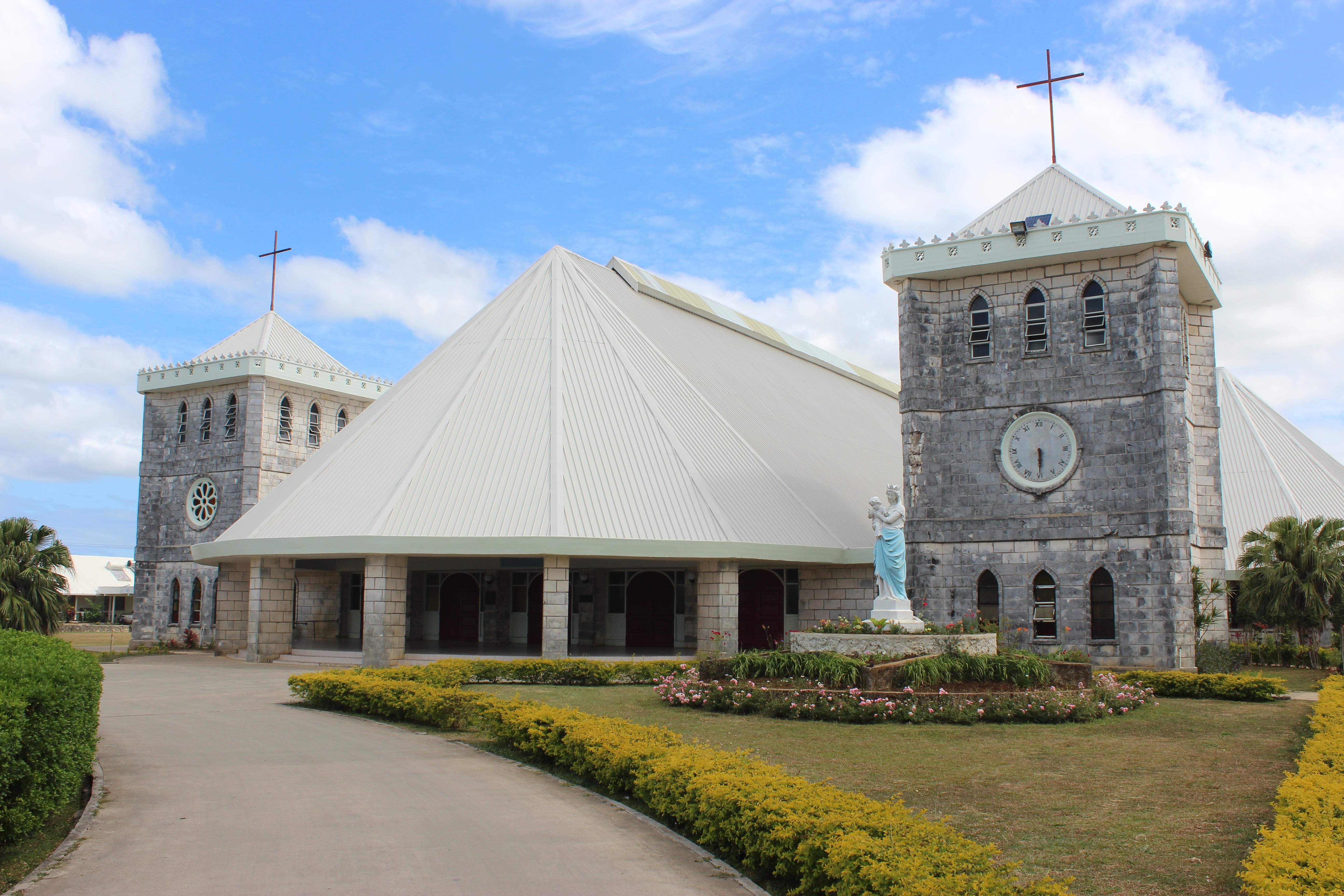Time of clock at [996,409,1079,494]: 5:29
